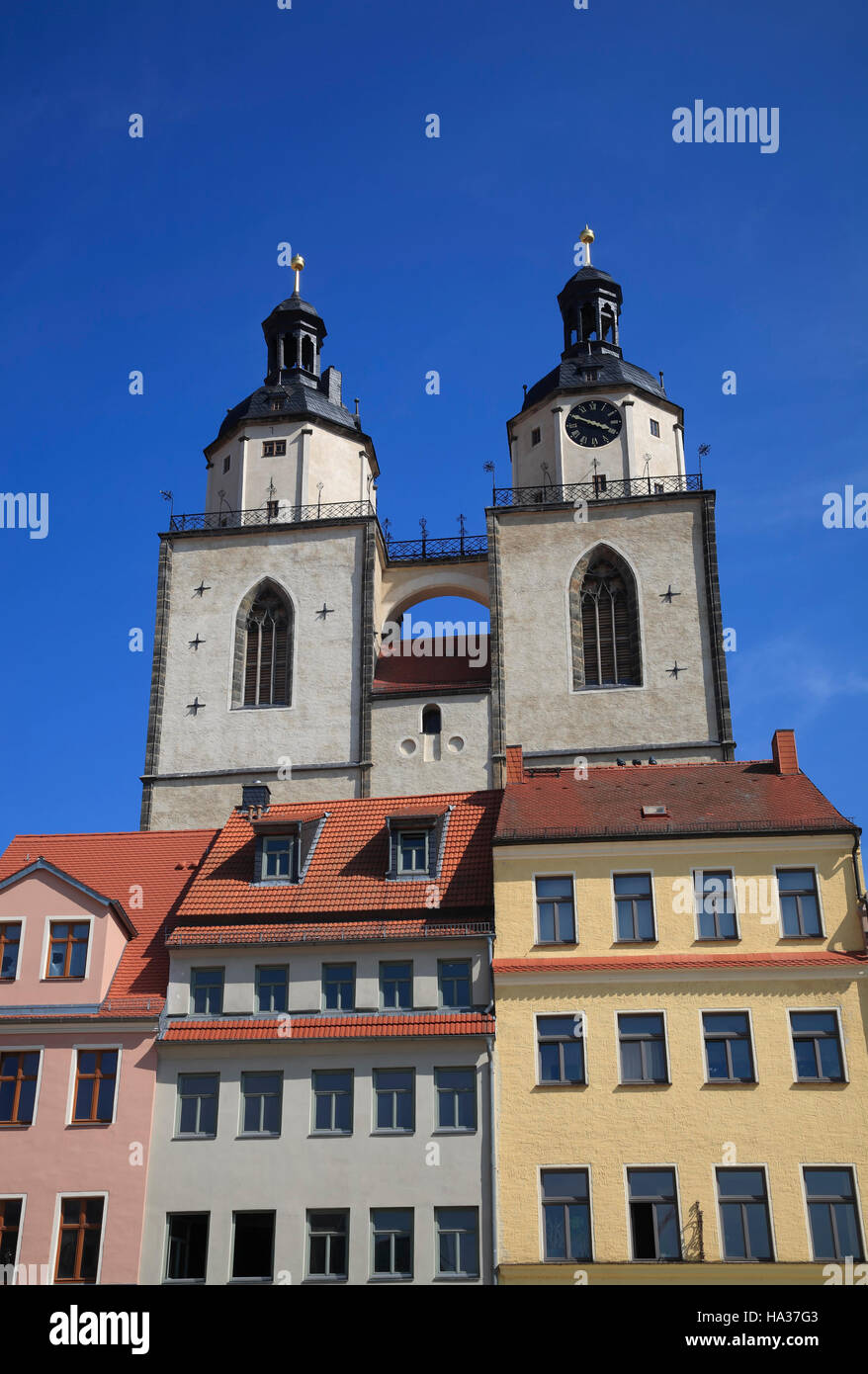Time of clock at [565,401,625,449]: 3:49
